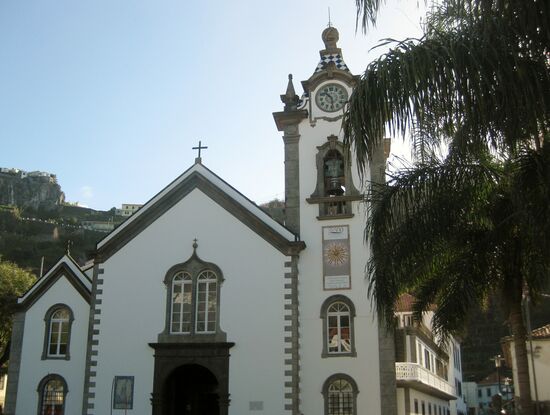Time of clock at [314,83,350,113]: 10:28
